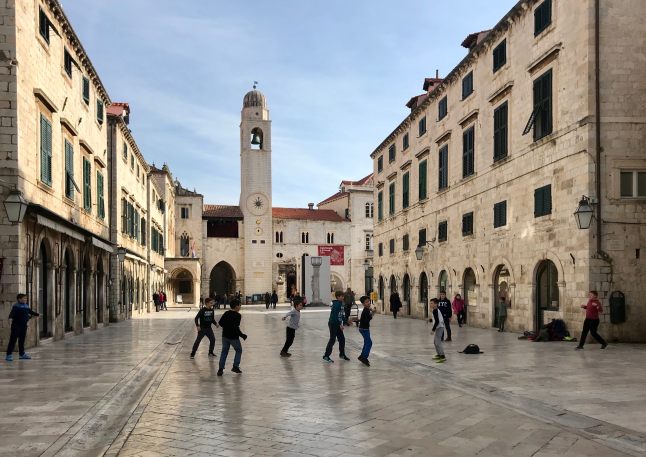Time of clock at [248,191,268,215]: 9:01
